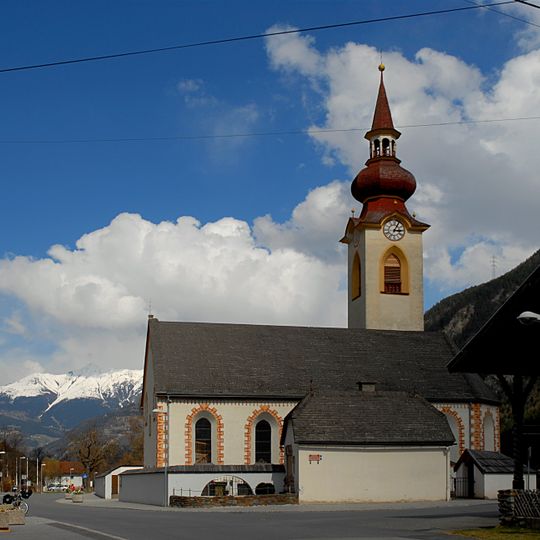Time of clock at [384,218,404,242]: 3:04
